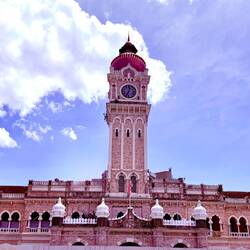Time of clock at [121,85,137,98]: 12:34
